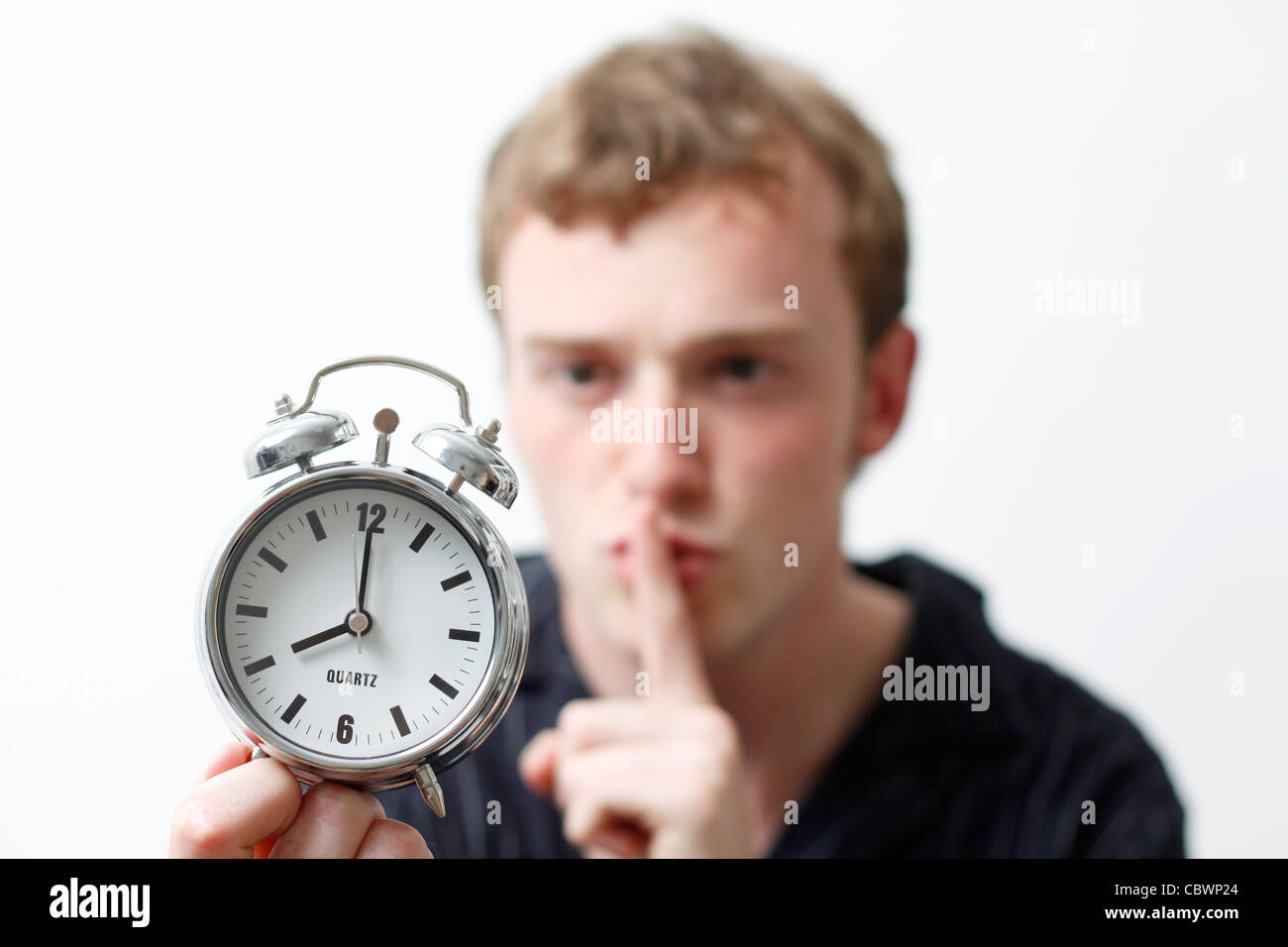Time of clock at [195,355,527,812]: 8:00
